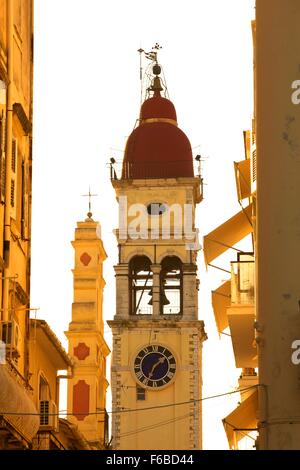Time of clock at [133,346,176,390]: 1:34
